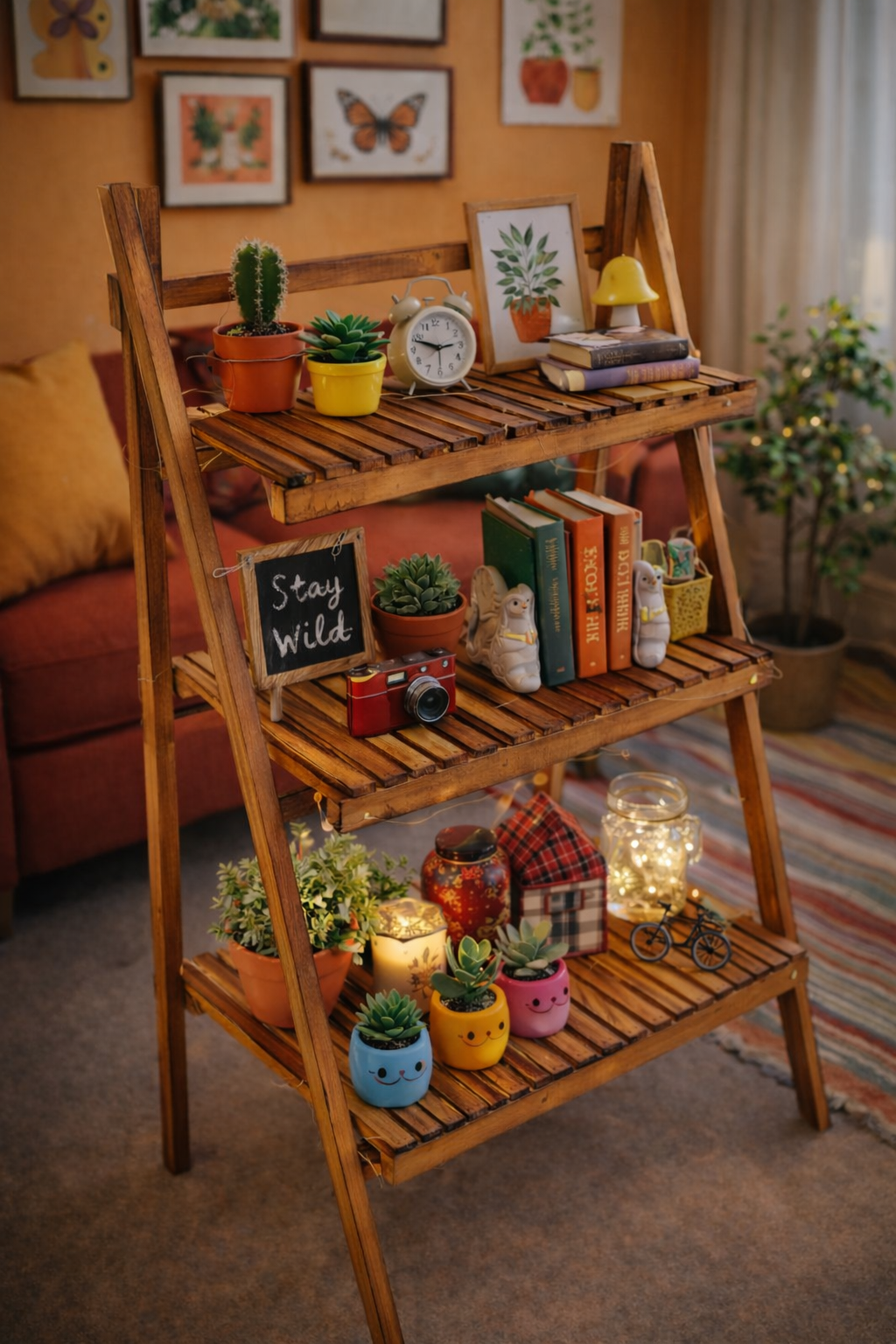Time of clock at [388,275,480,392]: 2:48
